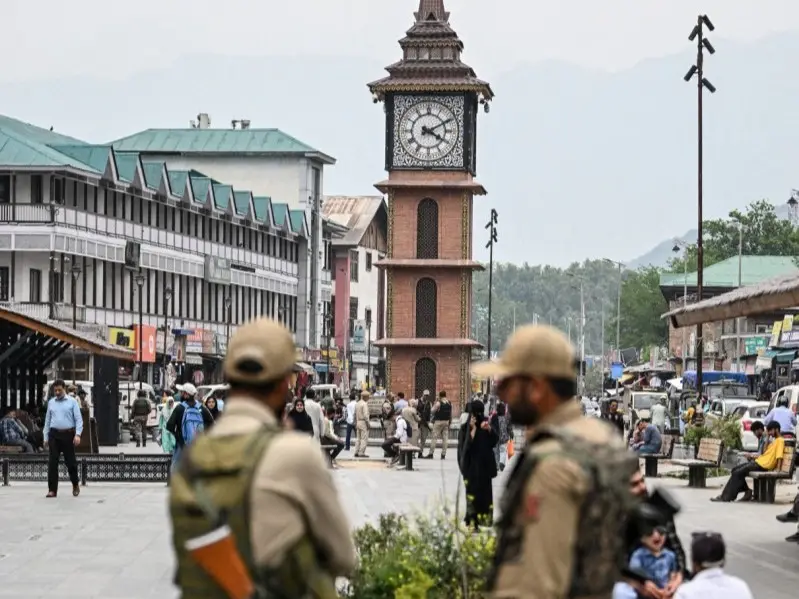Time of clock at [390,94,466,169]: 4:10
